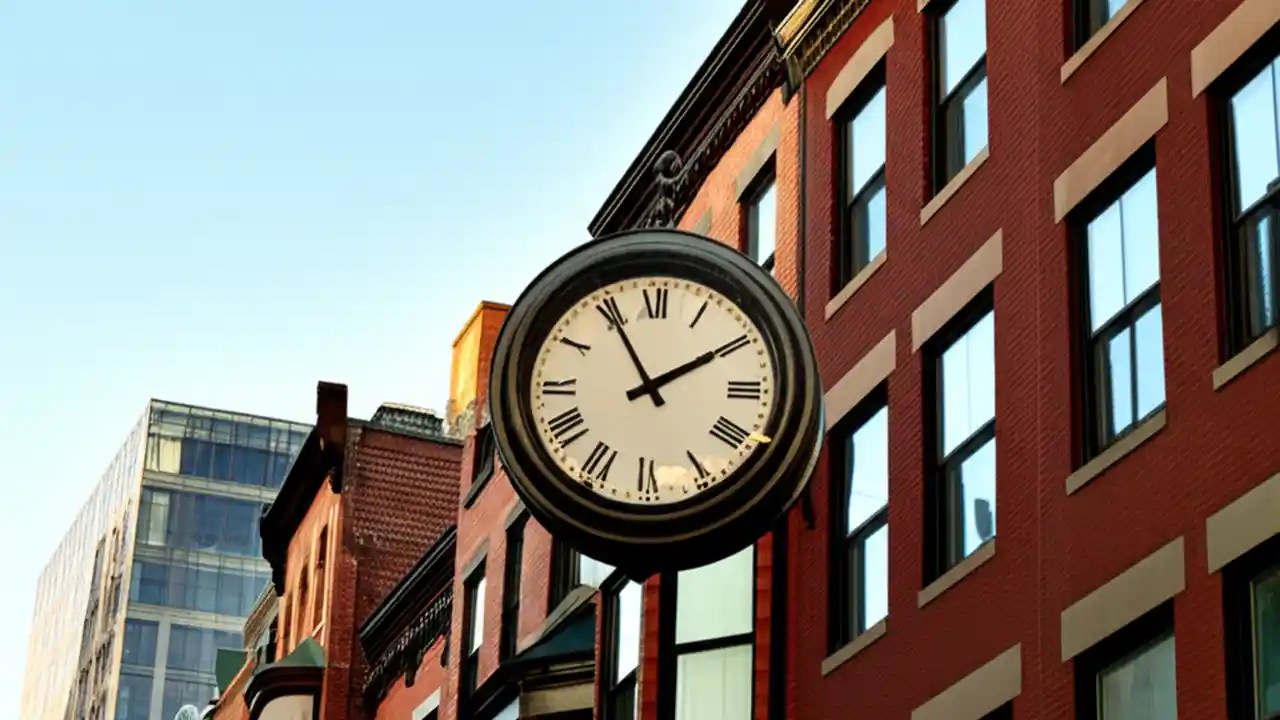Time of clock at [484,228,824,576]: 1:55
